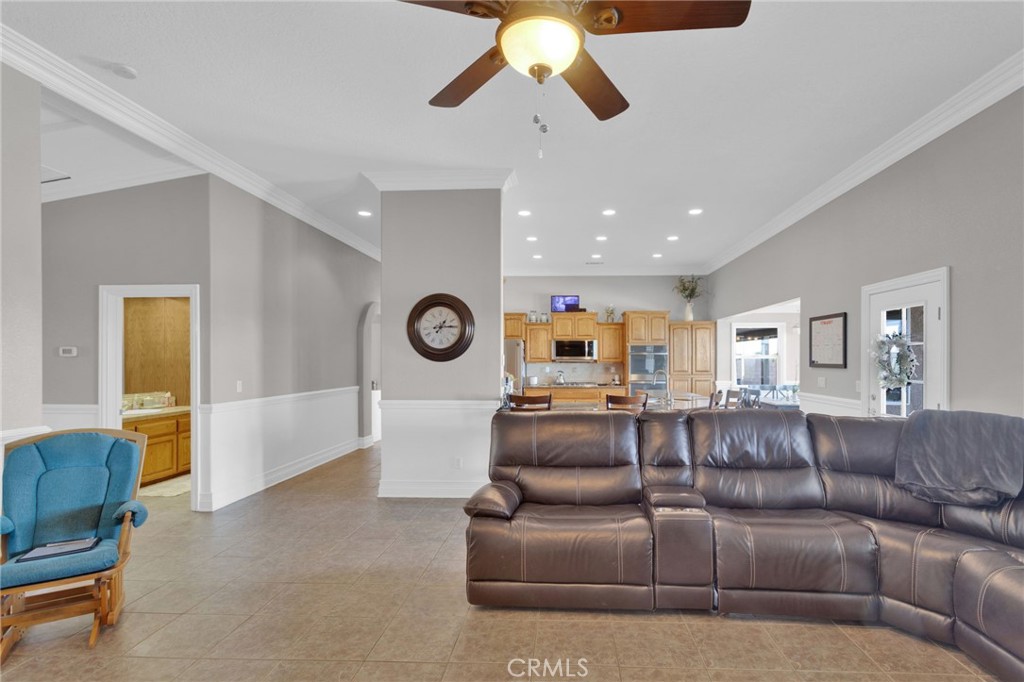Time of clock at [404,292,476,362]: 1:14
